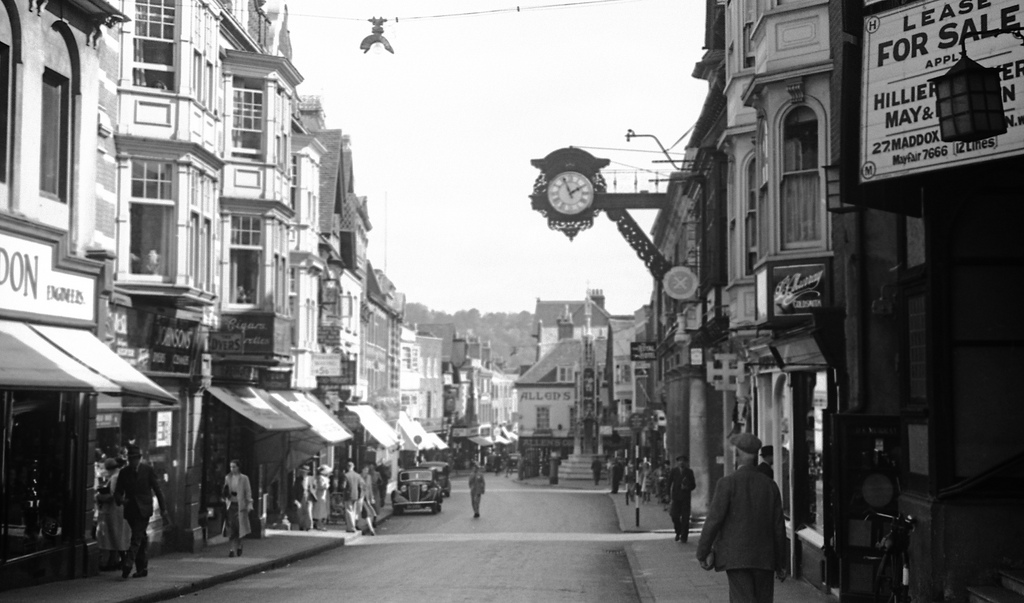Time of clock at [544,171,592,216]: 1:56
